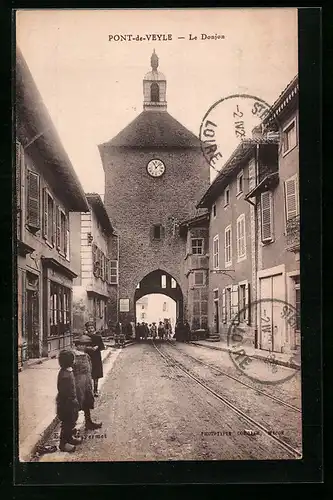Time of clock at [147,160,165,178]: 11:07
